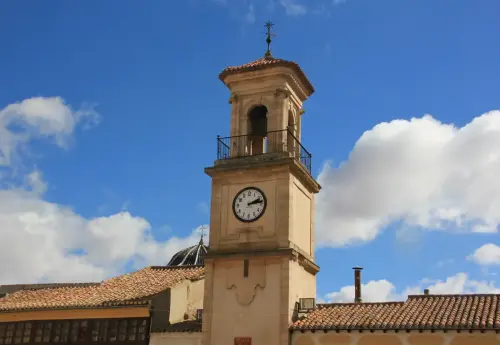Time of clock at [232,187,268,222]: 2:13
